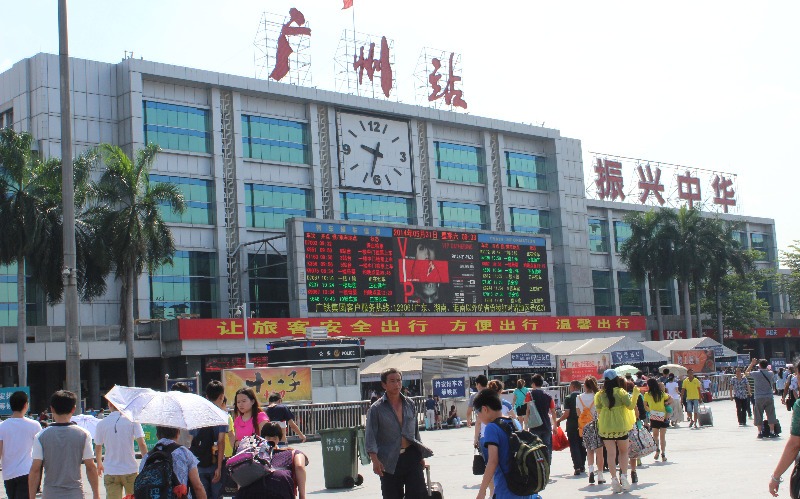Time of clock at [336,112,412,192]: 9:32
